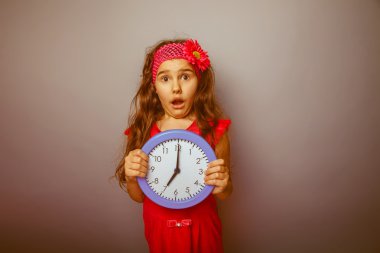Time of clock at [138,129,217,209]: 7:00
